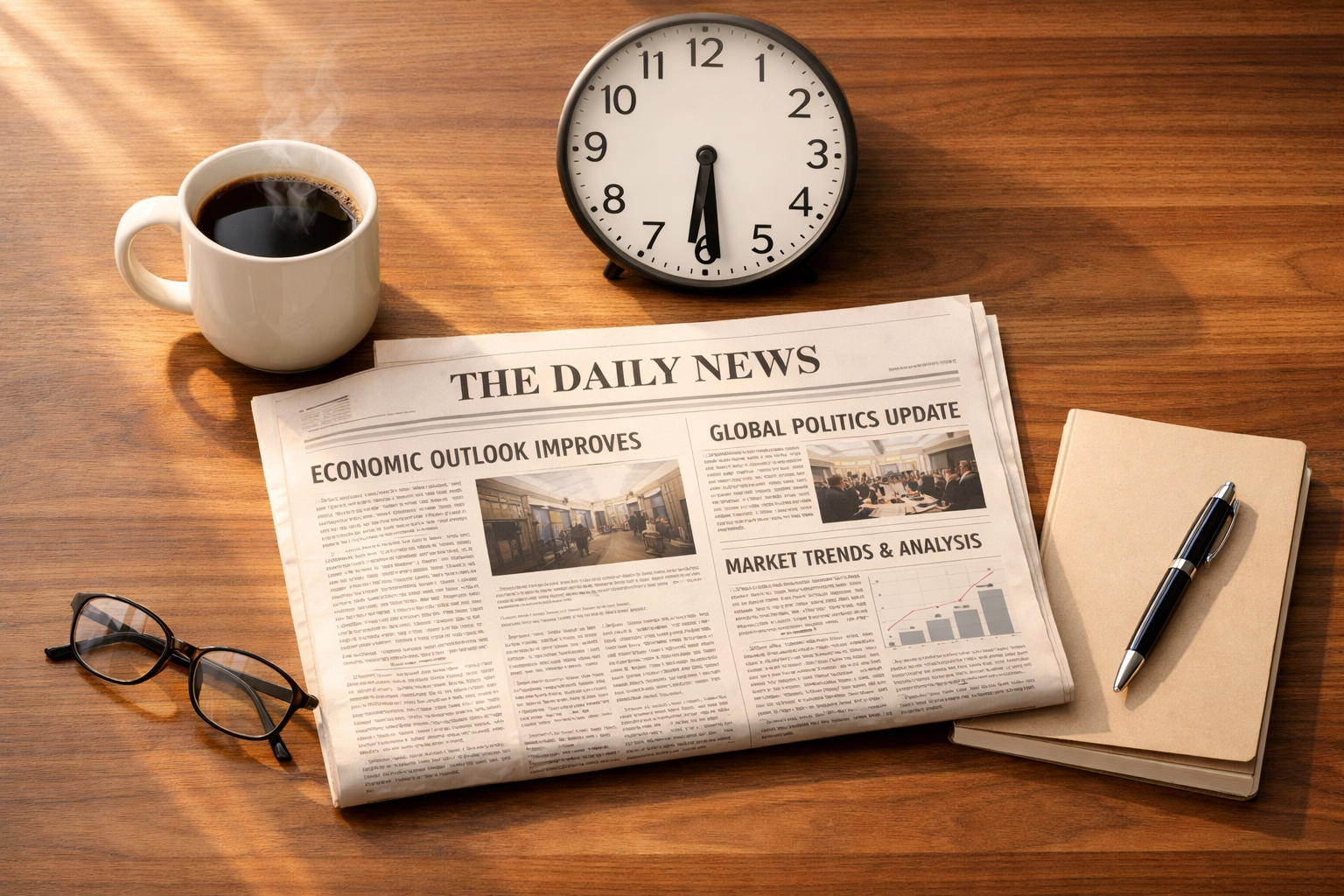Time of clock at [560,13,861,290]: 6:29
